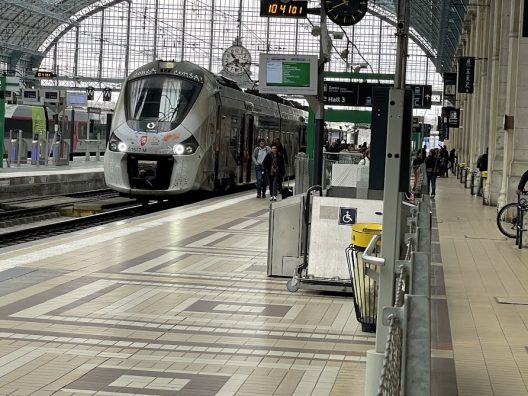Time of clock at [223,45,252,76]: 10:41
